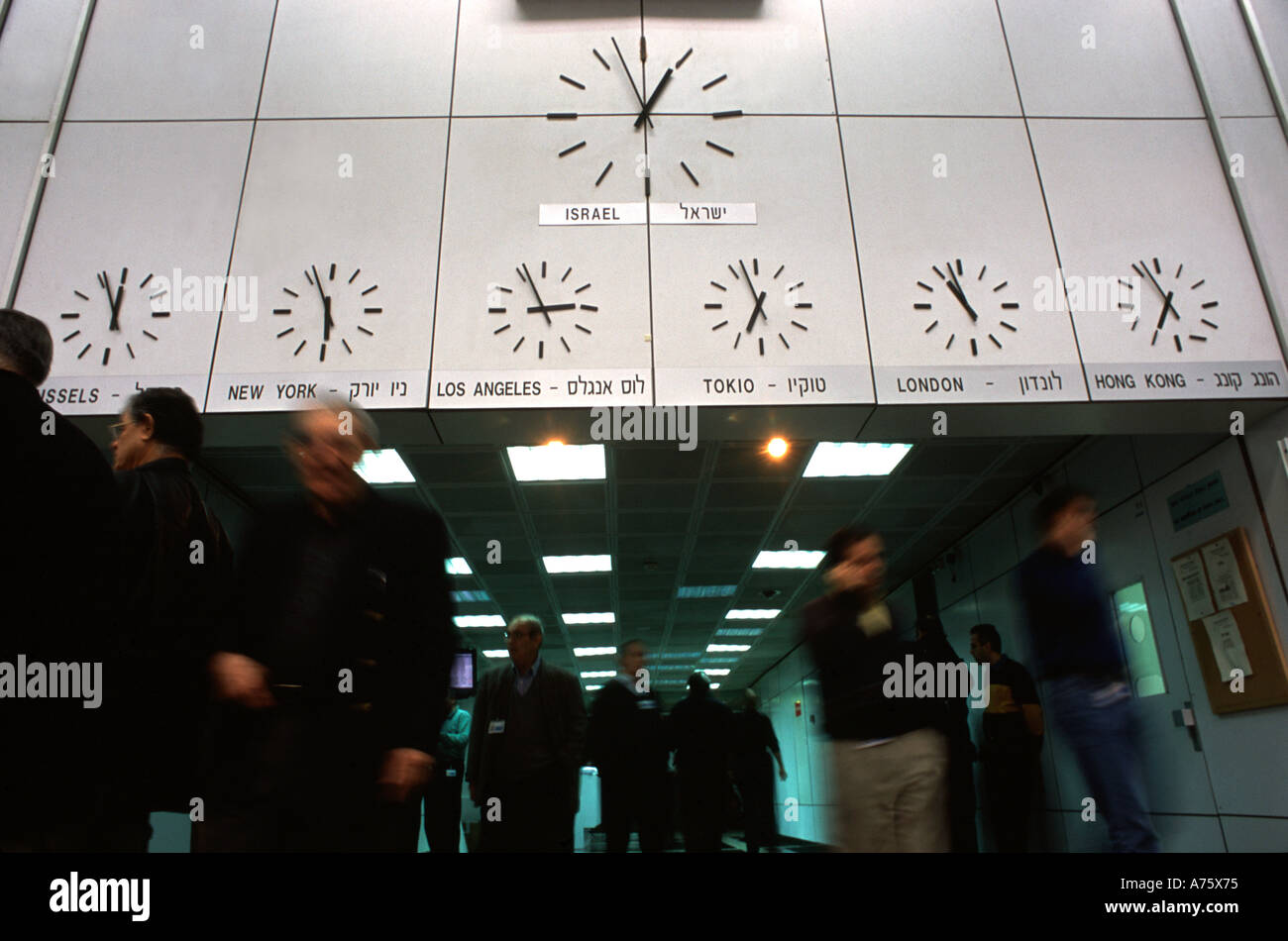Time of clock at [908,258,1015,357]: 10:57
